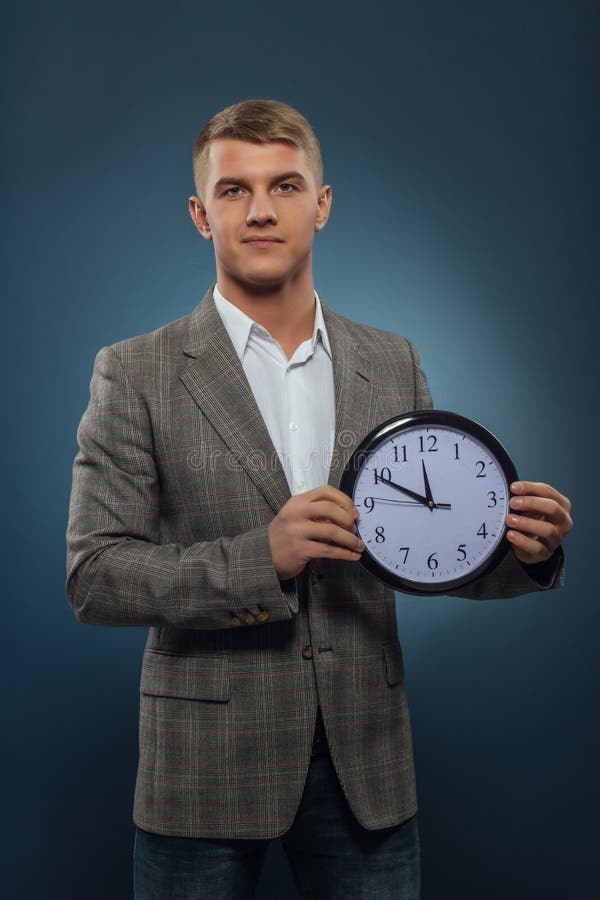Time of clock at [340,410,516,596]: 11:49
